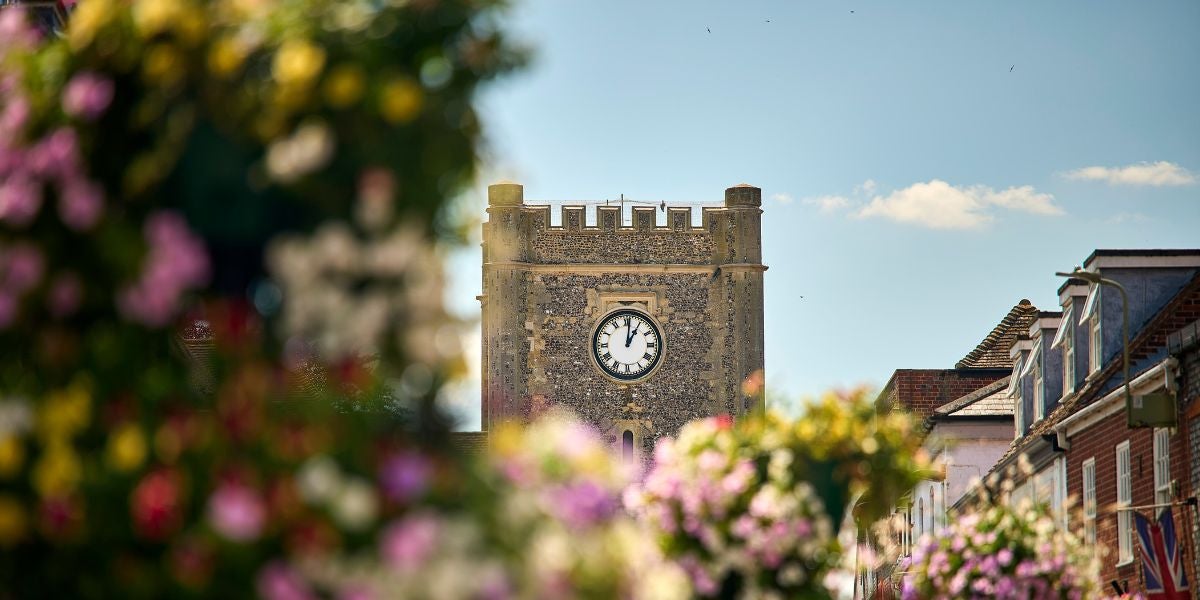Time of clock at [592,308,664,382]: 1:00
